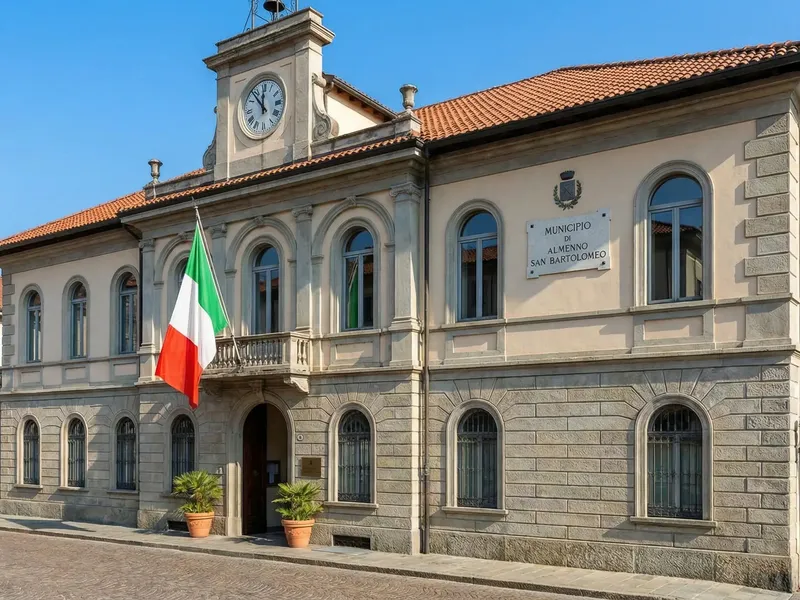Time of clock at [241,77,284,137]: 11:53
